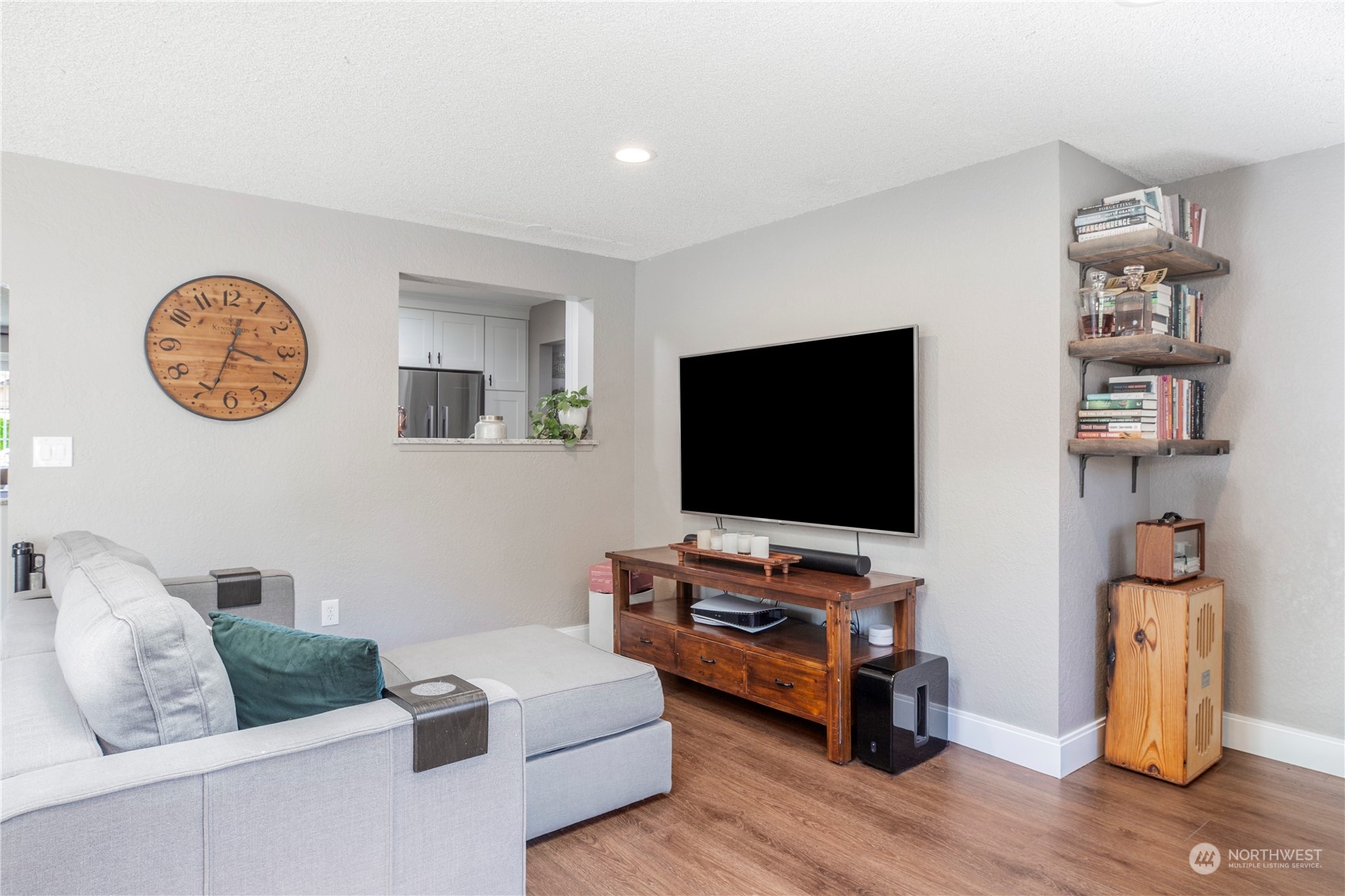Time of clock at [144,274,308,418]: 3:33
